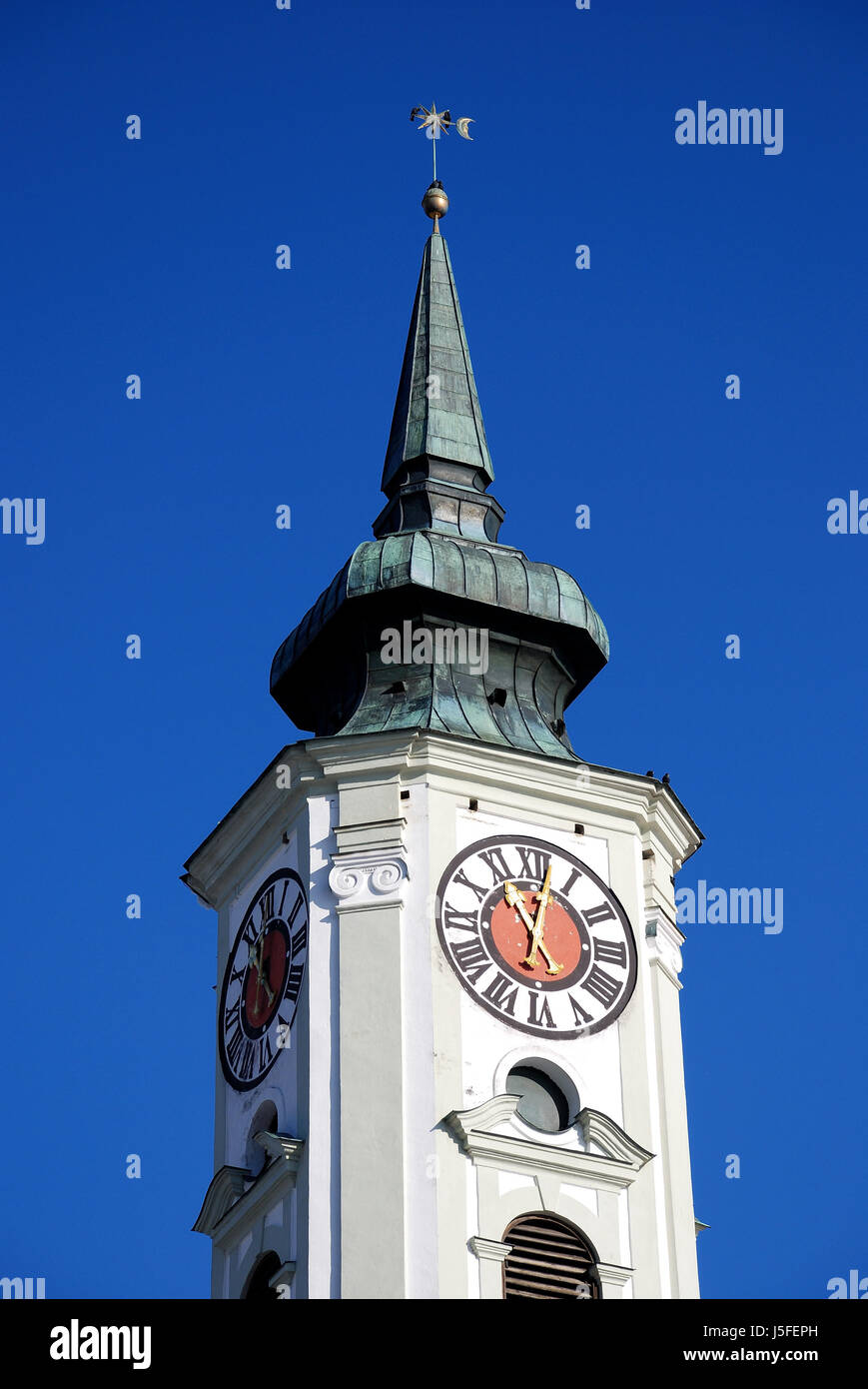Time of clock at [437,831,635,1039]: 11:02
